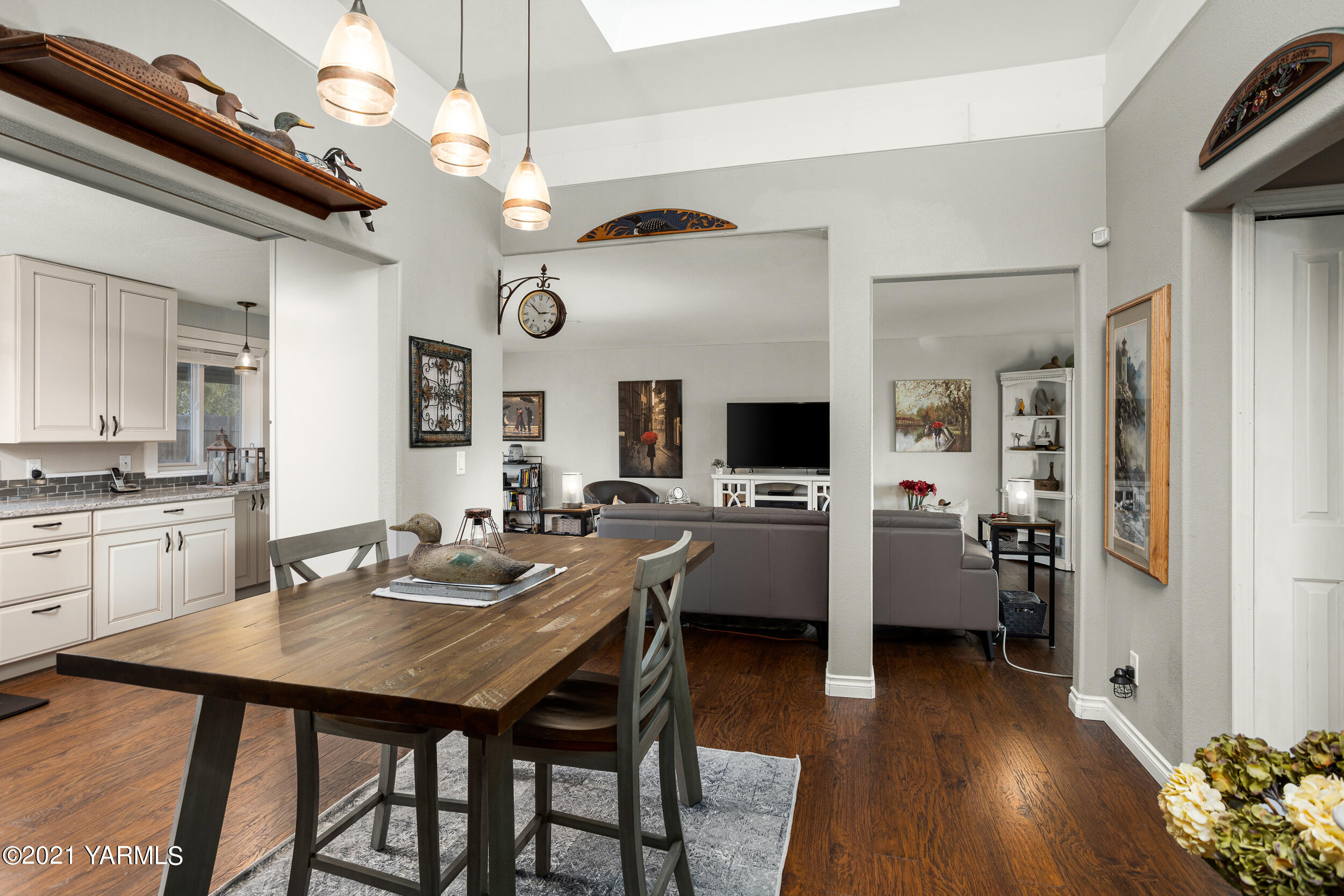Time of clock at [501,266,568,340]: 2:52
